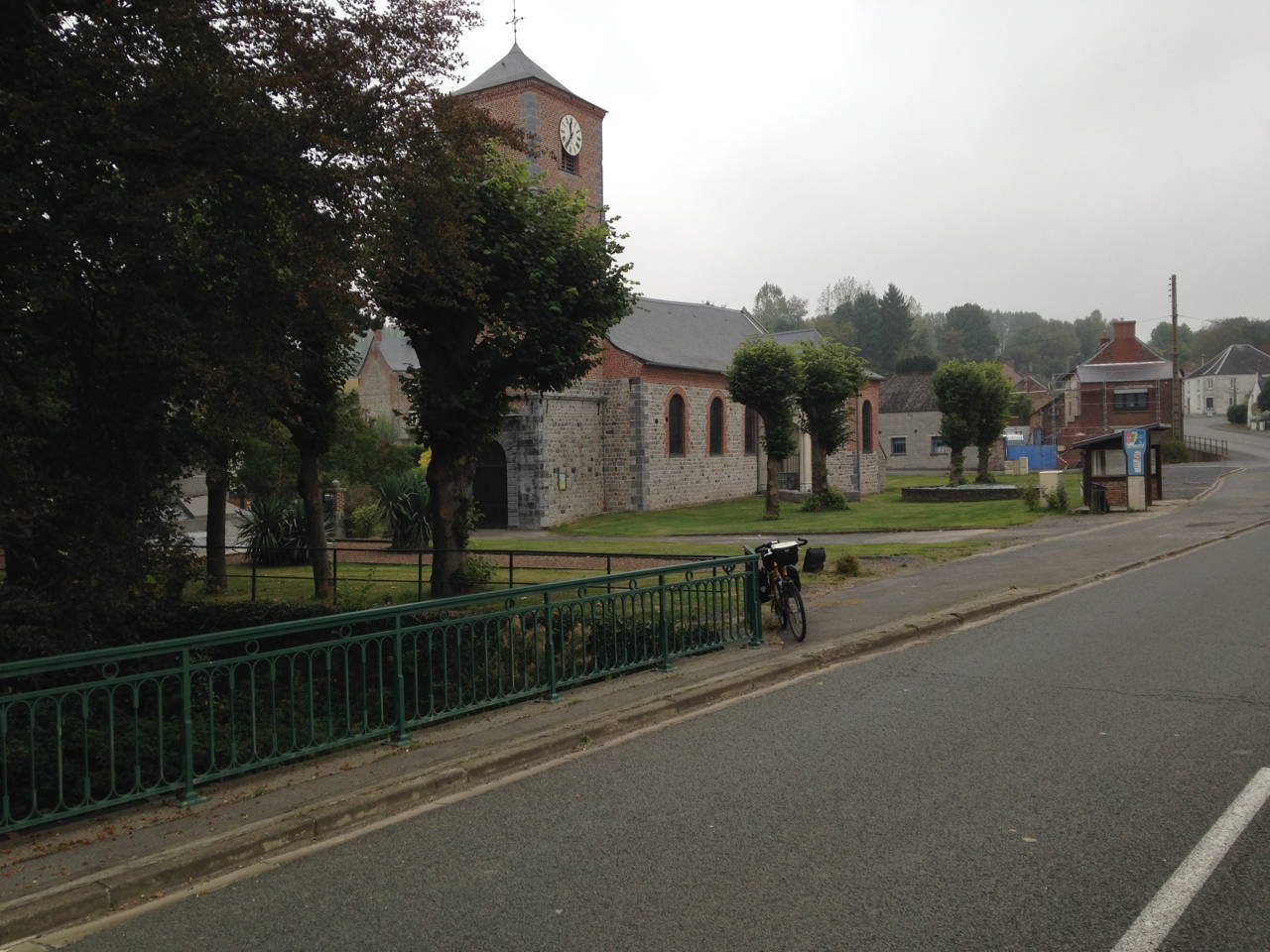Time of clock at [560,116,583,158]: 11:35
